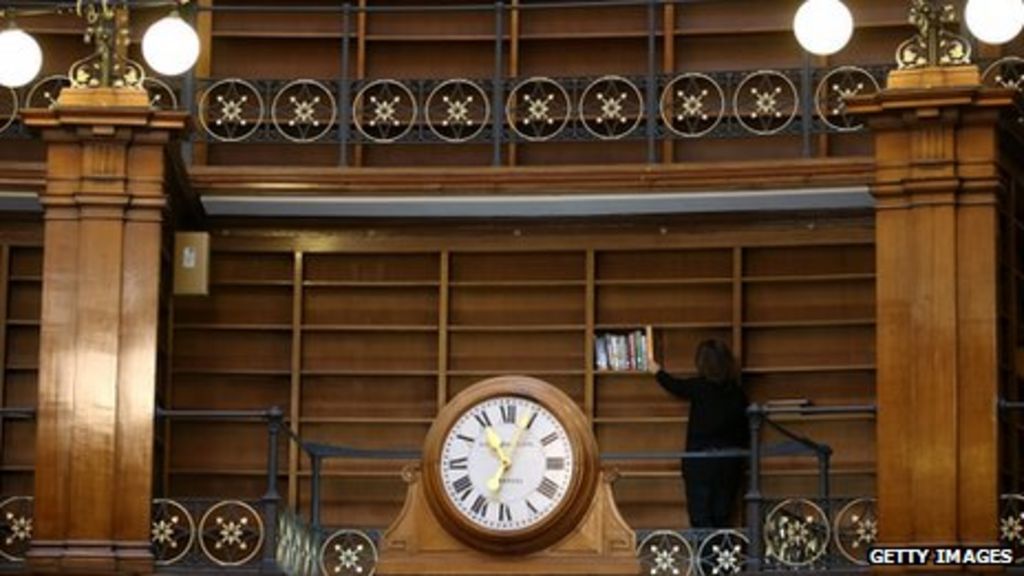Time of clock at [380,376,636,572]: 11:04
